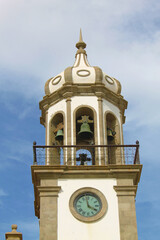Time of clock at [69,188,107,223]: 3:58
